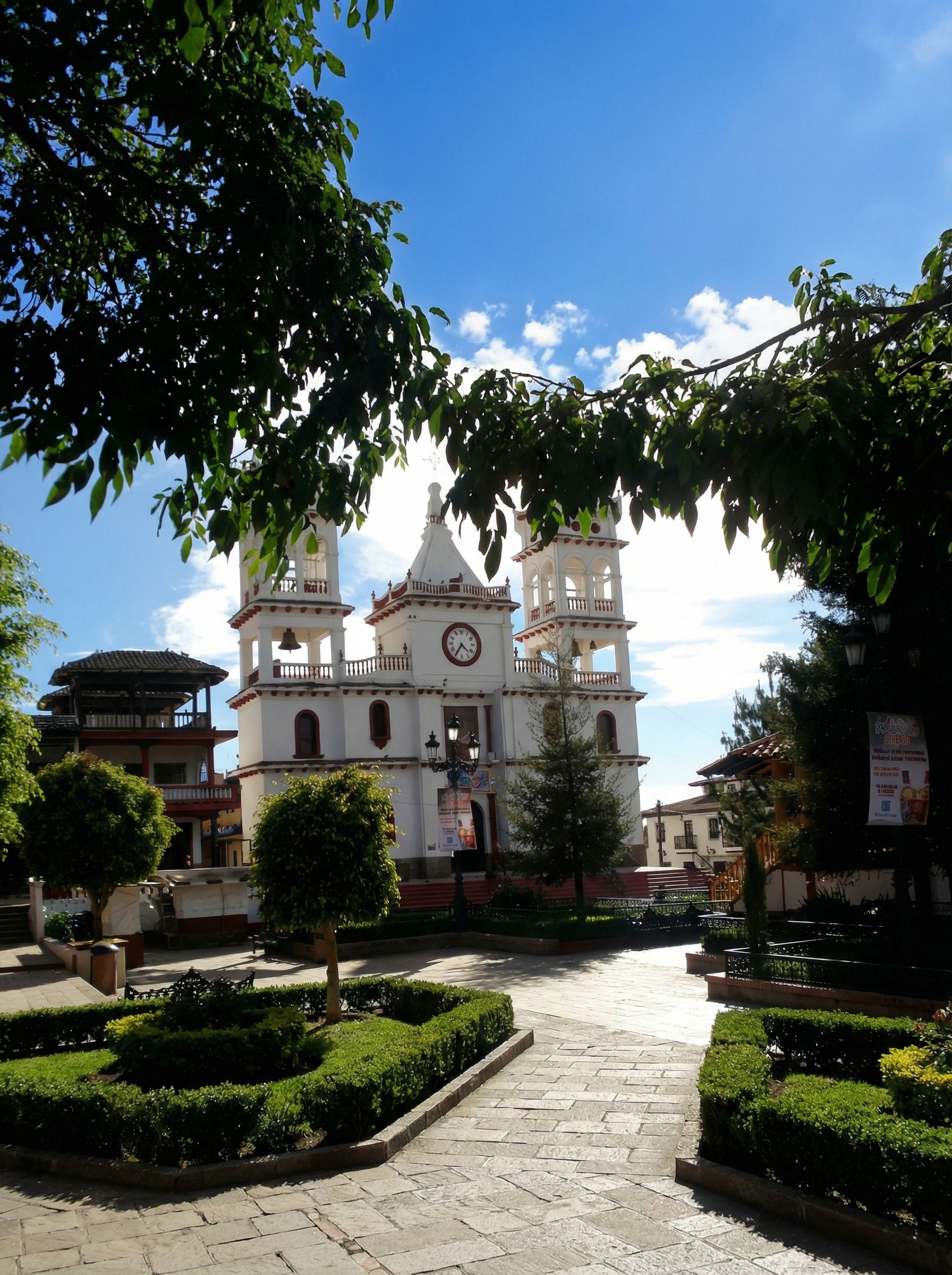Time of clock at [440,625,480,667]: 4:35
